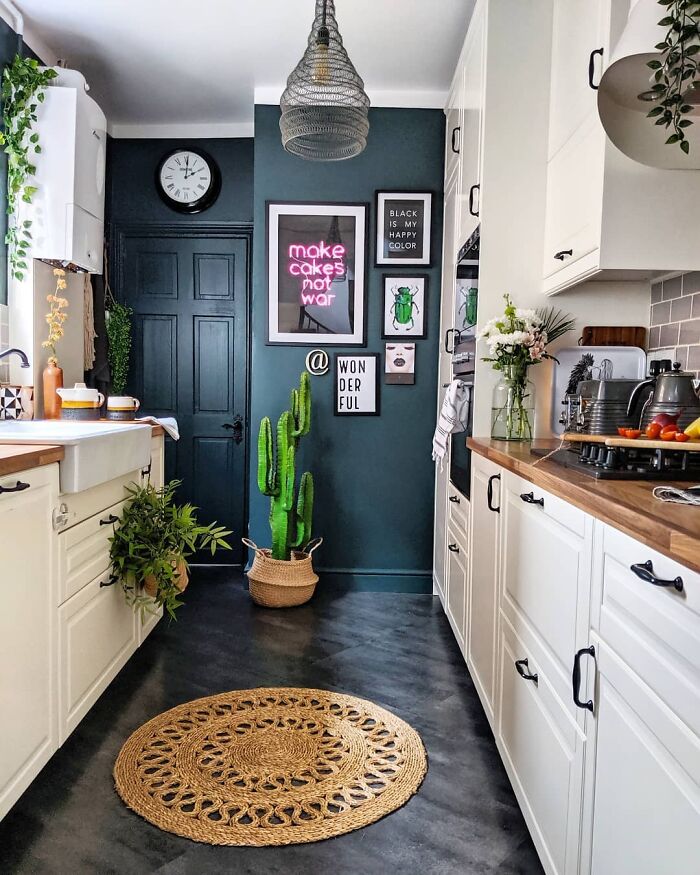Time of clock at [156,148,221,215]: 2:00
